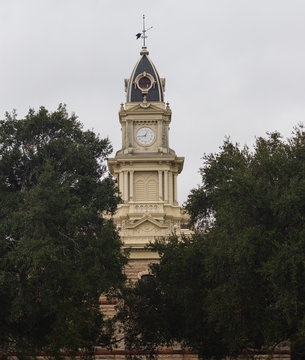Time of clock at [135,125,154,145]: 12:43
